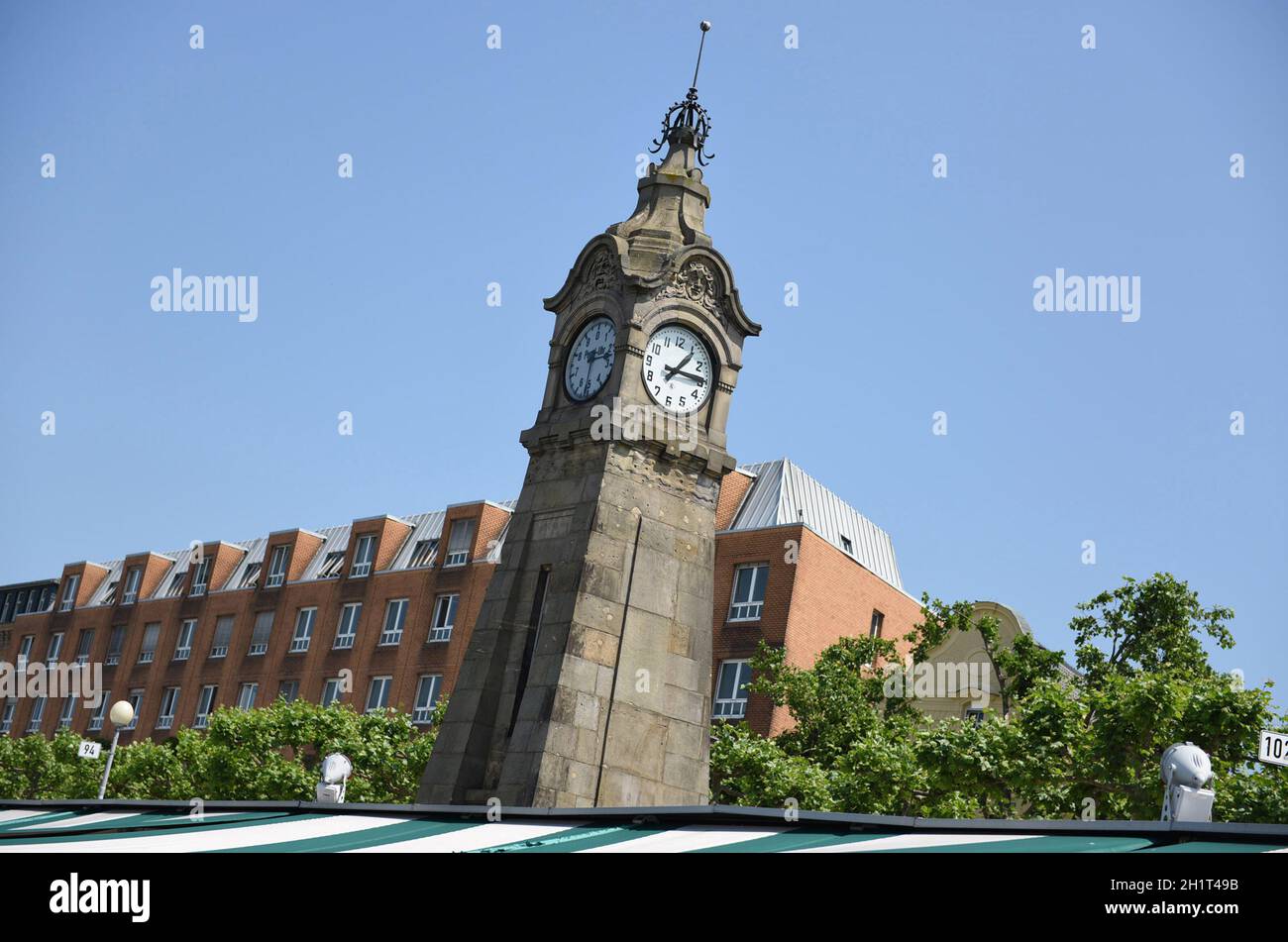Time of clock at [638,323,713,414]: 1:14
